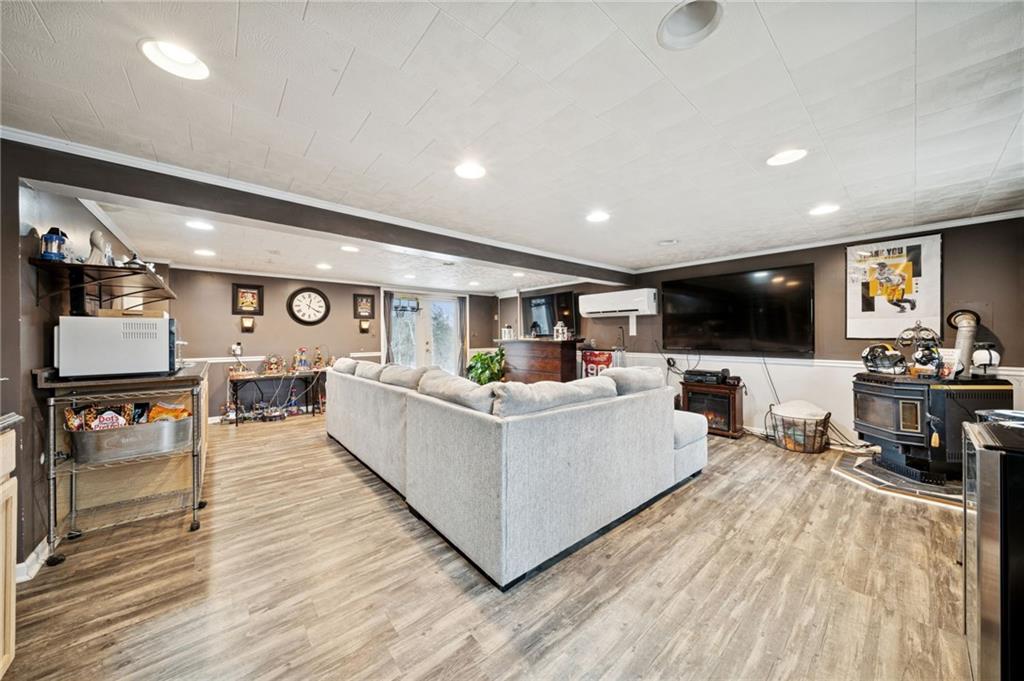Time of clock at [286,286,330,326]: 12:20
